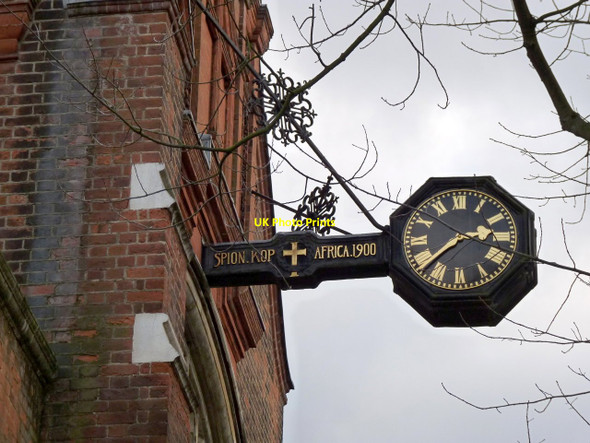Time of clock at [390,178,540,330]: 2:37
